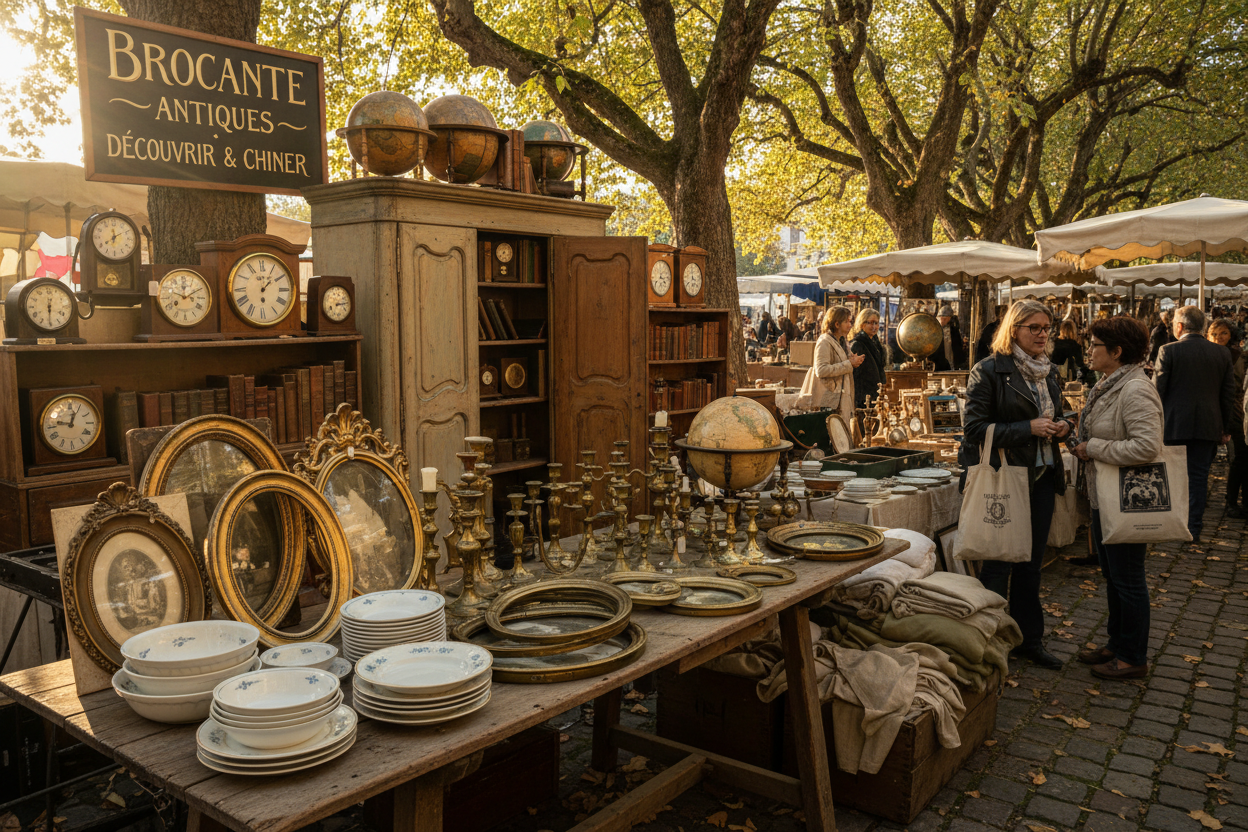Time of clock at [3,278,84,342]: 12:30
